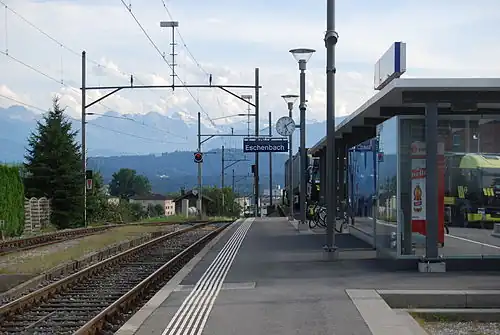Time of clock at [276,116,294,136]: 5:08
